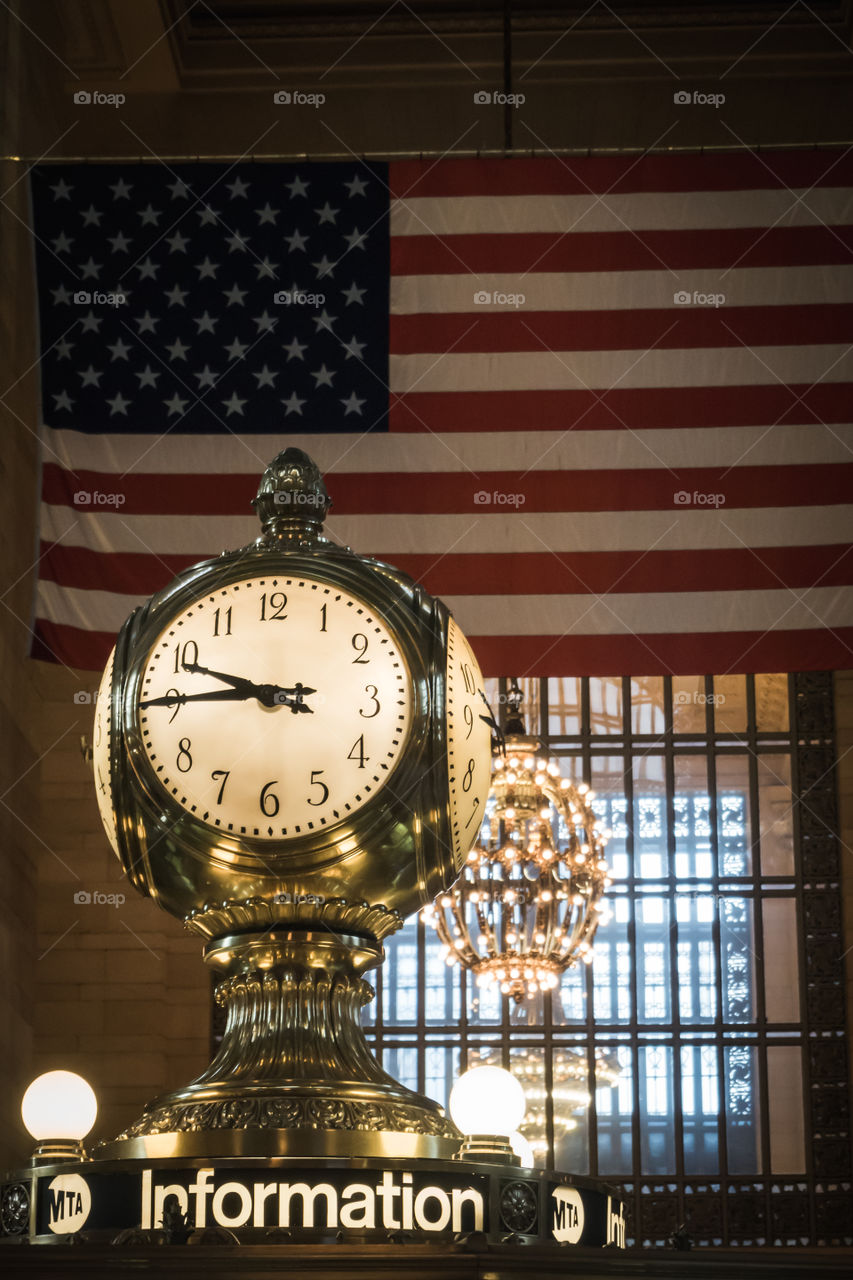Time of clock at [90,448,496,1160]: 9:45
